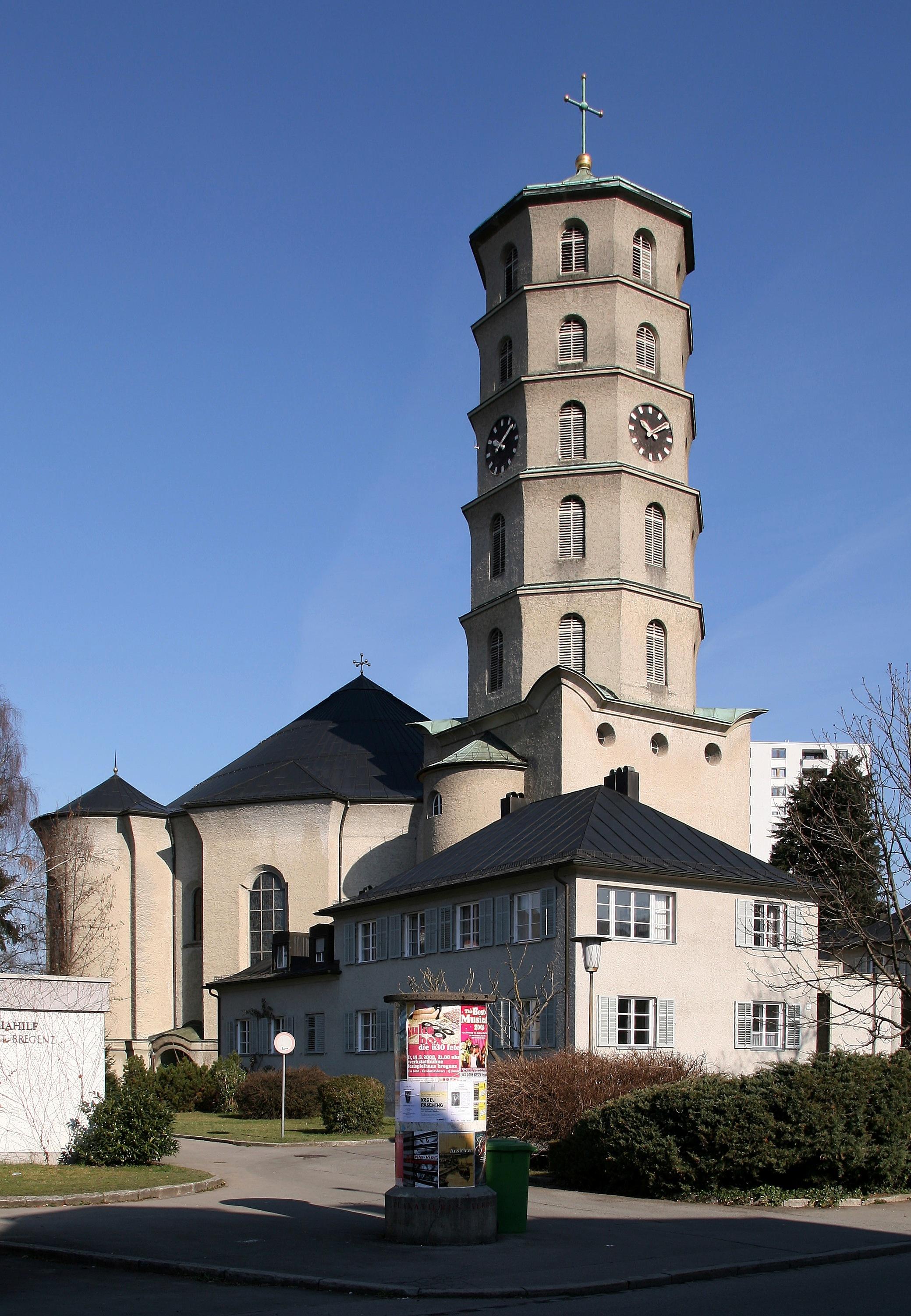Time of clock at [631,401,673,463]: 10:09
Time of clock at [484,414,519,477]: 10:08
